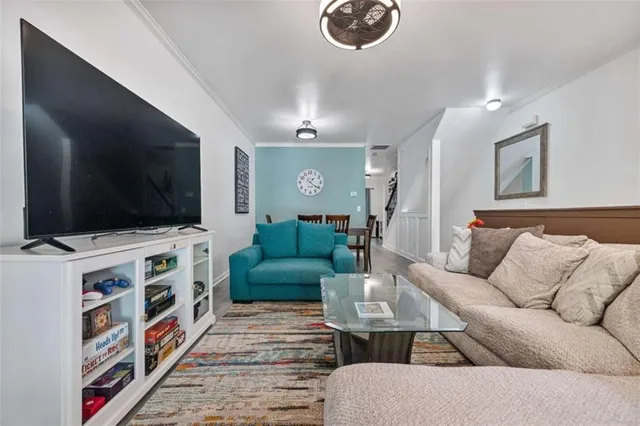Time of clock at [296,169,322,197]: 1:21
